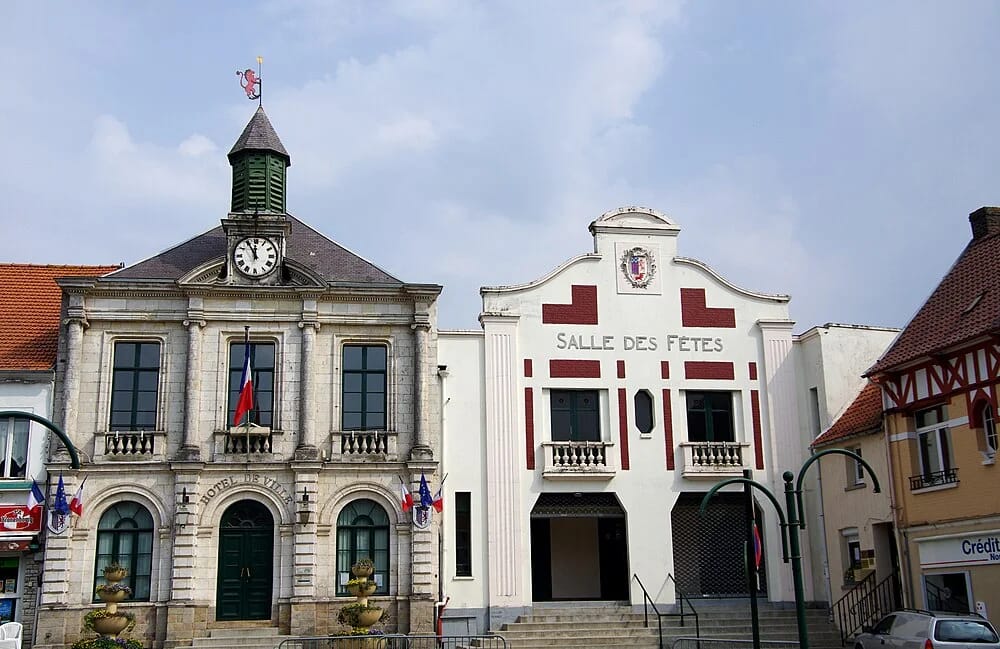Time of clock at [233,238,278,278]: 11:55
